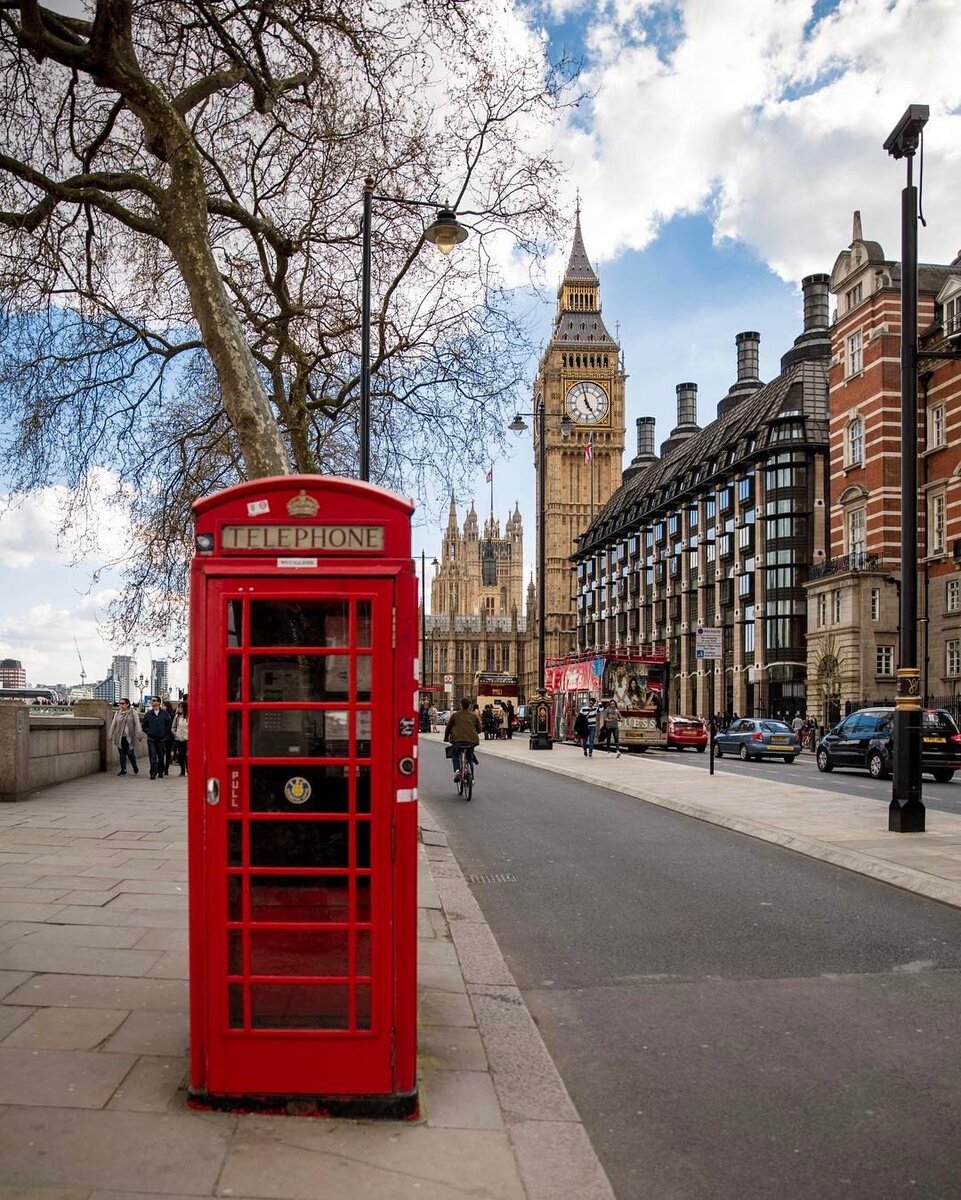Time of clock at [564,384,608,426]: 4:57
